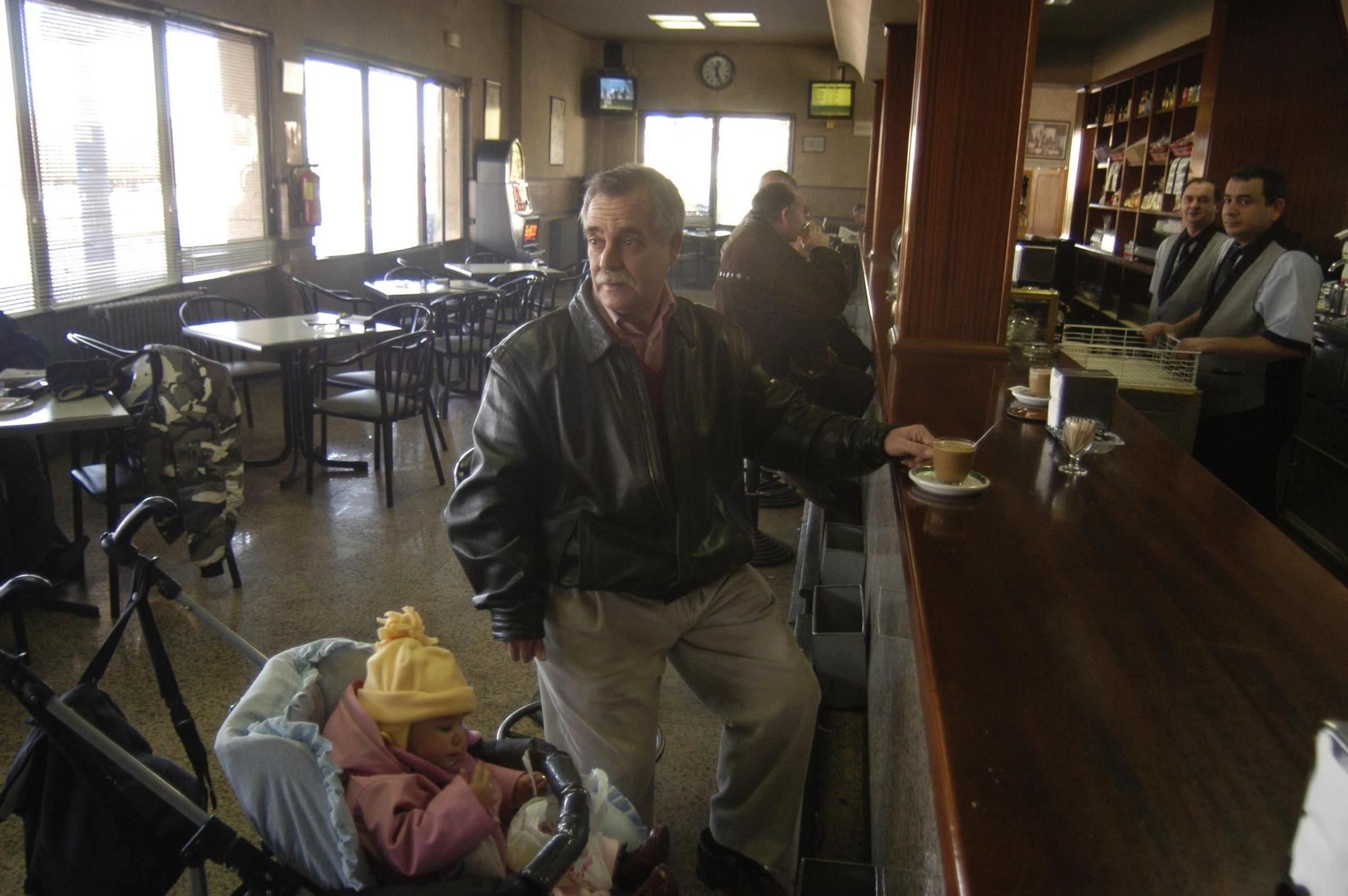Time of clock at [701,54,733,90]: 12:26
